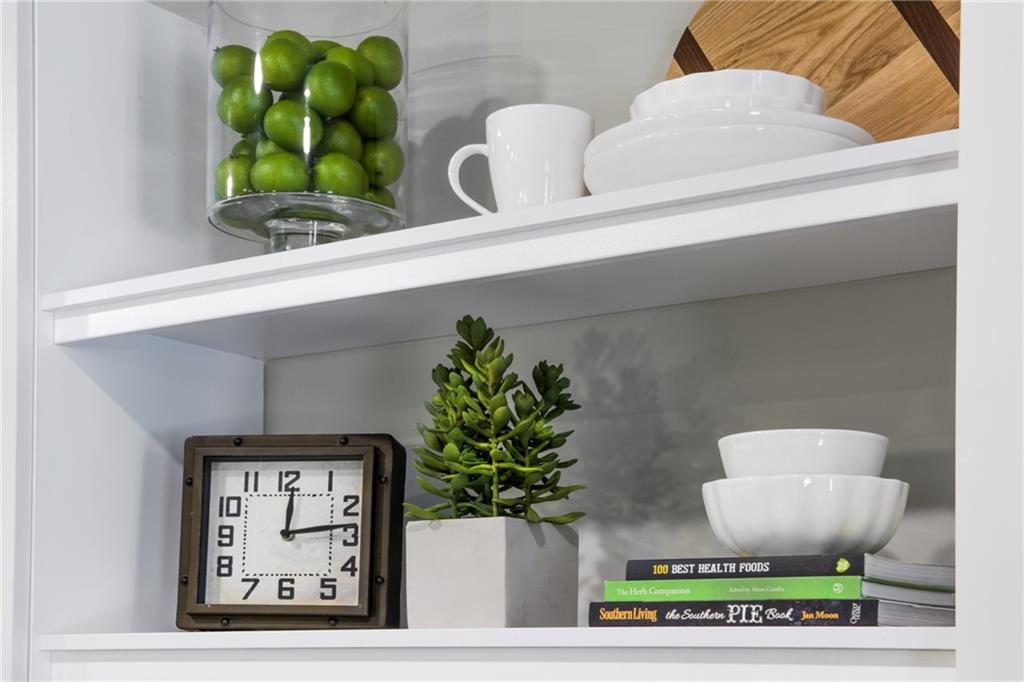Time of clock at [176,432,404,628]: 12:13
